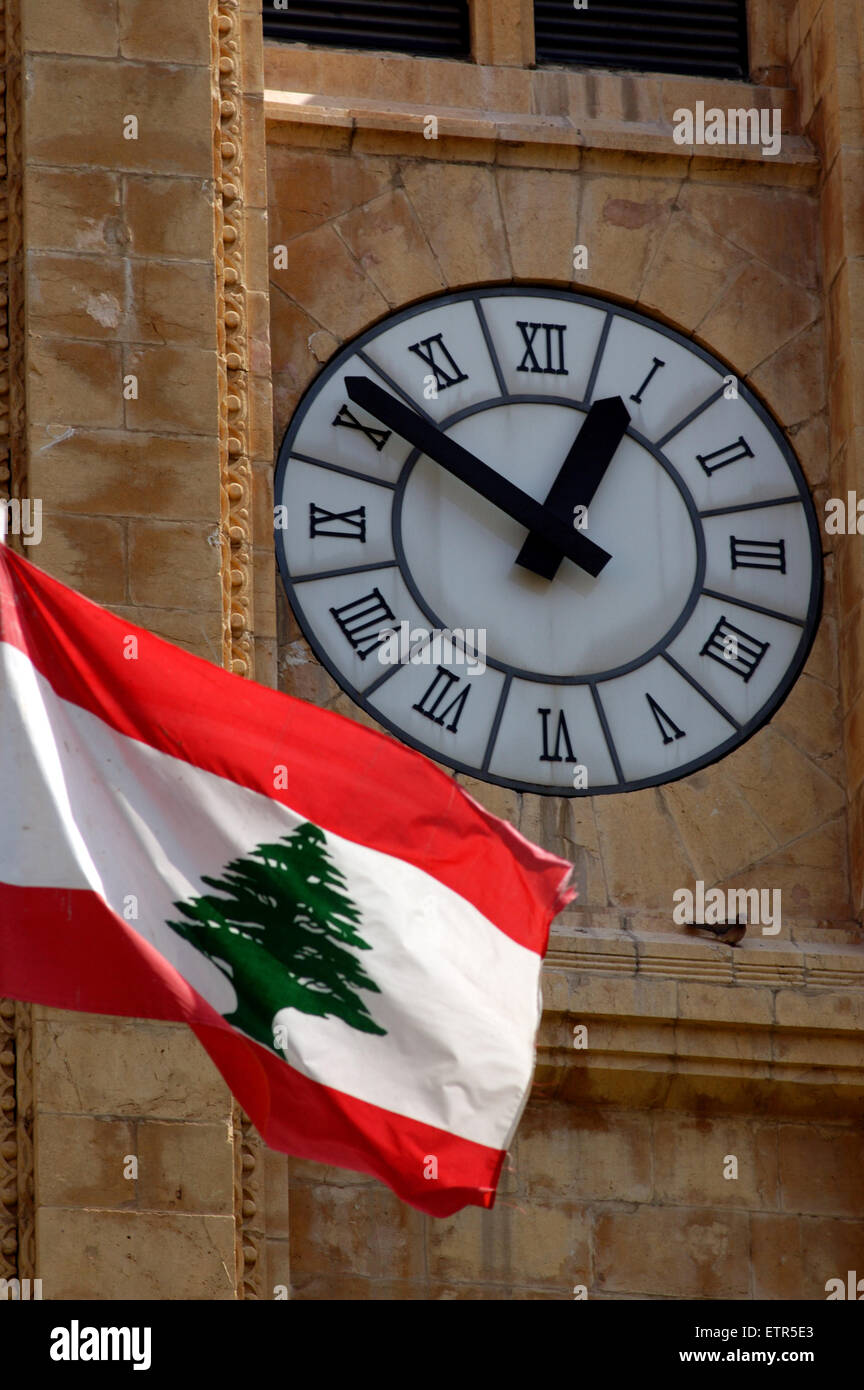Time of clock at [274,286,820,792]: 12:51
